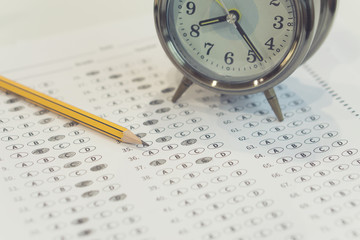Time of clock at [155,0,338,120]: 8:23
